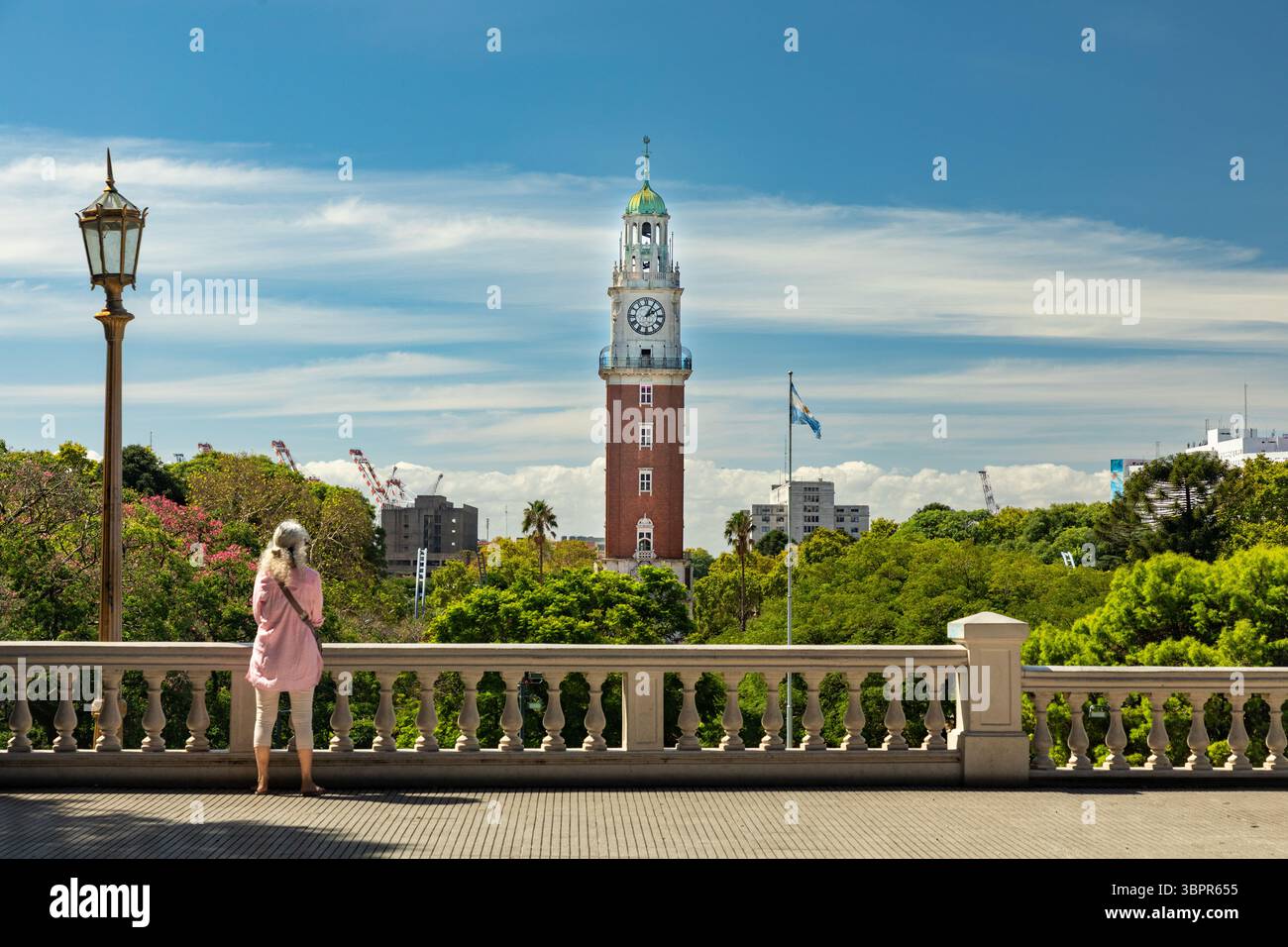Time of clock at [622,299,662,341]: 2:05
